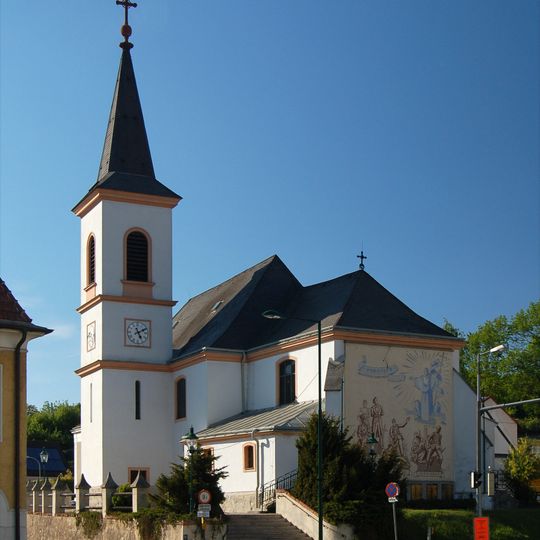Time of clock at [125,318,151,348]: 5:09
